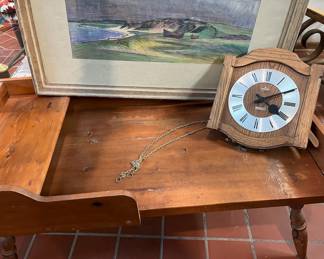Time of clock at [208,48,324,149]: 4:10
